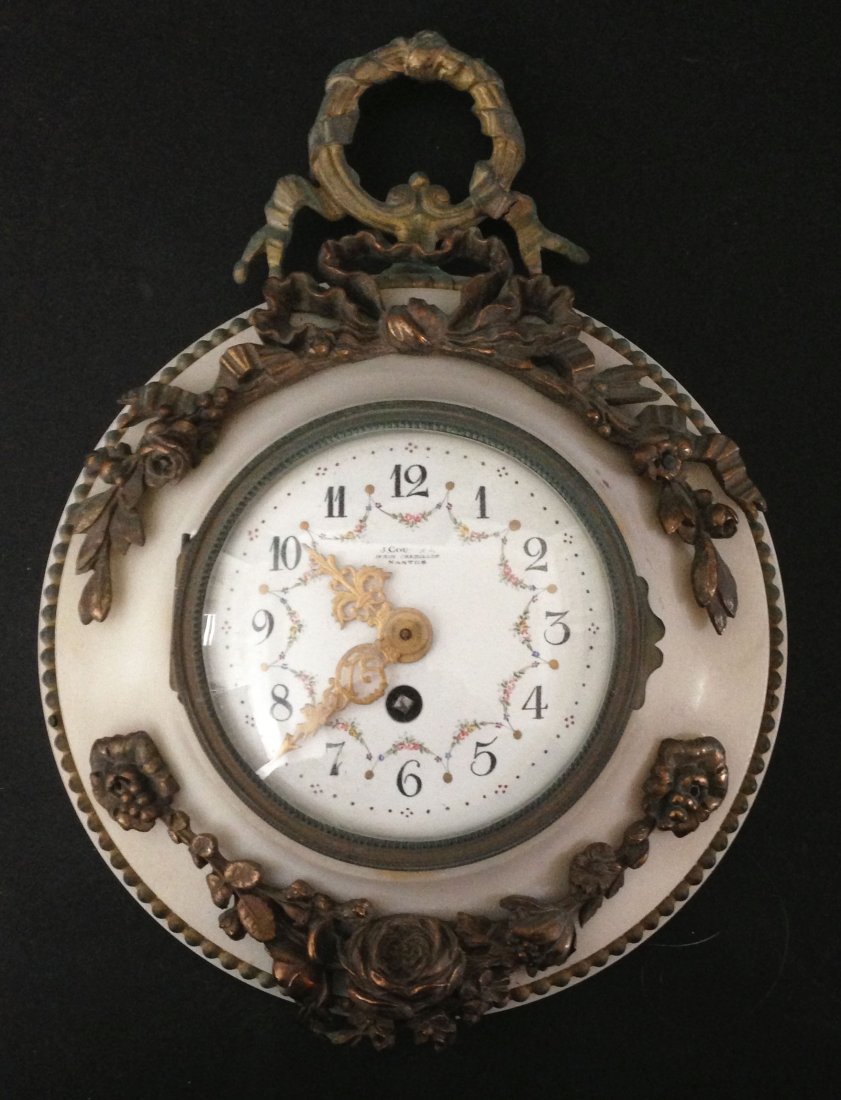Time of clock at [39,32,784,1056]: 10:37
